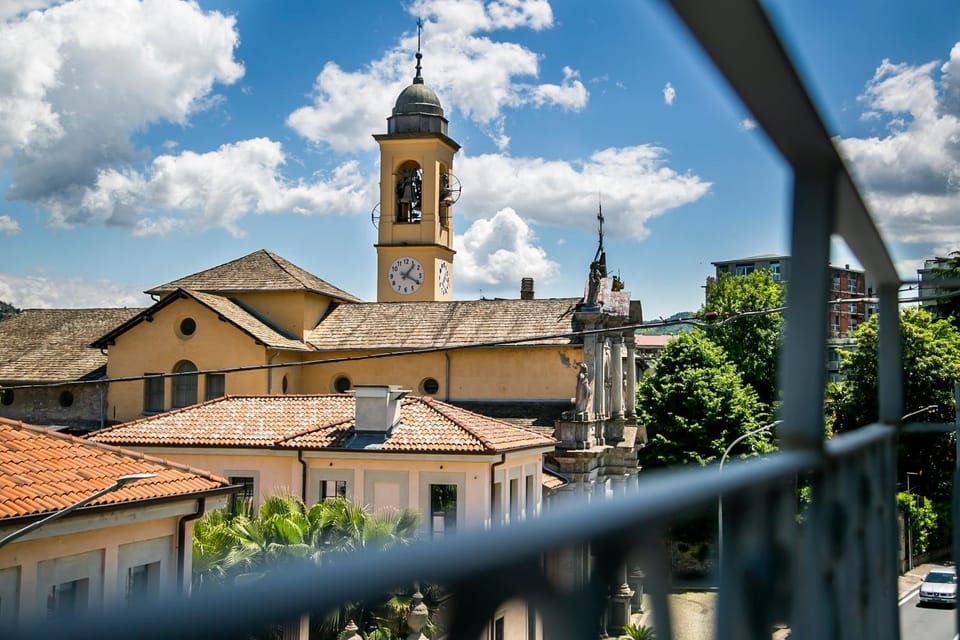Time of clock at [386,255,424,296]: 1:19
